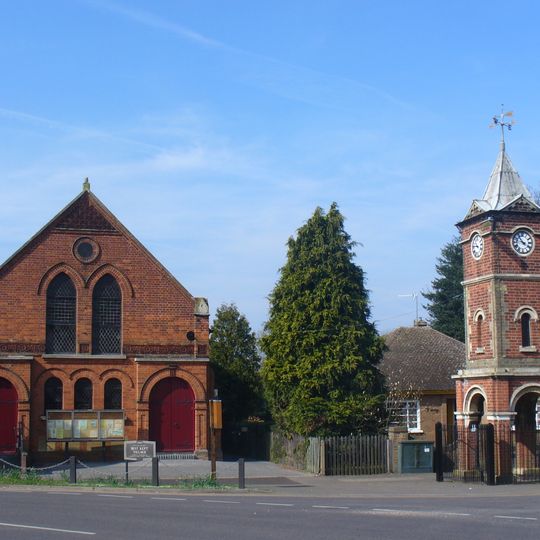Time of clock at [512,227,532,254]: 3:53
